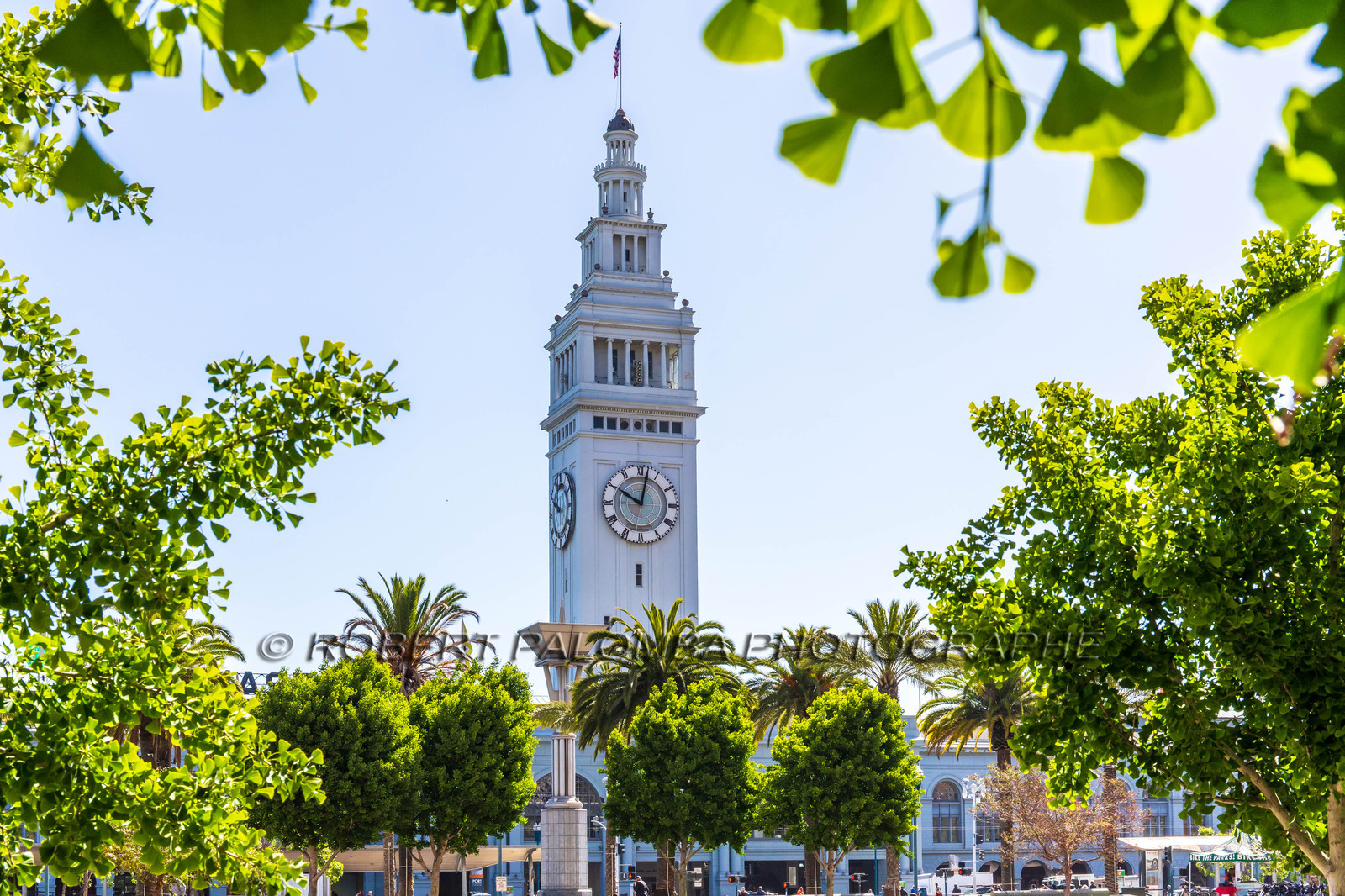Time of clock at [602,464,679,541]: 10:02
